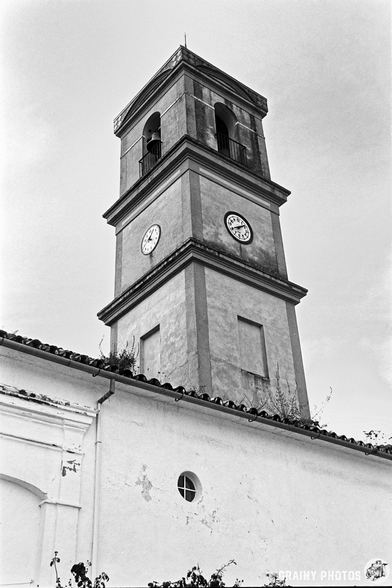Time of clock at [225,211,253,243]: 8:08
